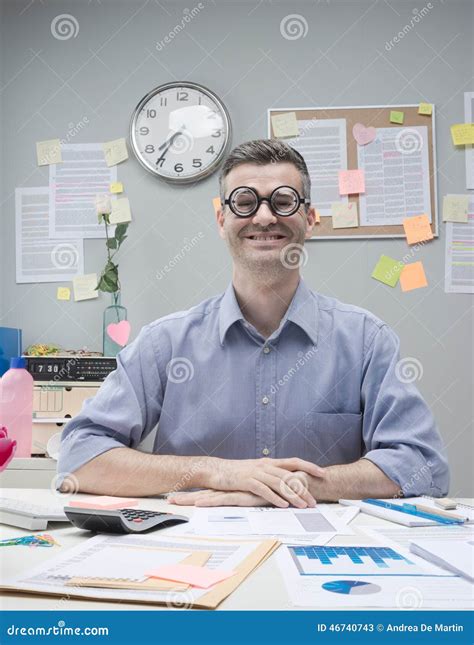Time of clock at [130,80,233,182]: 7:35
